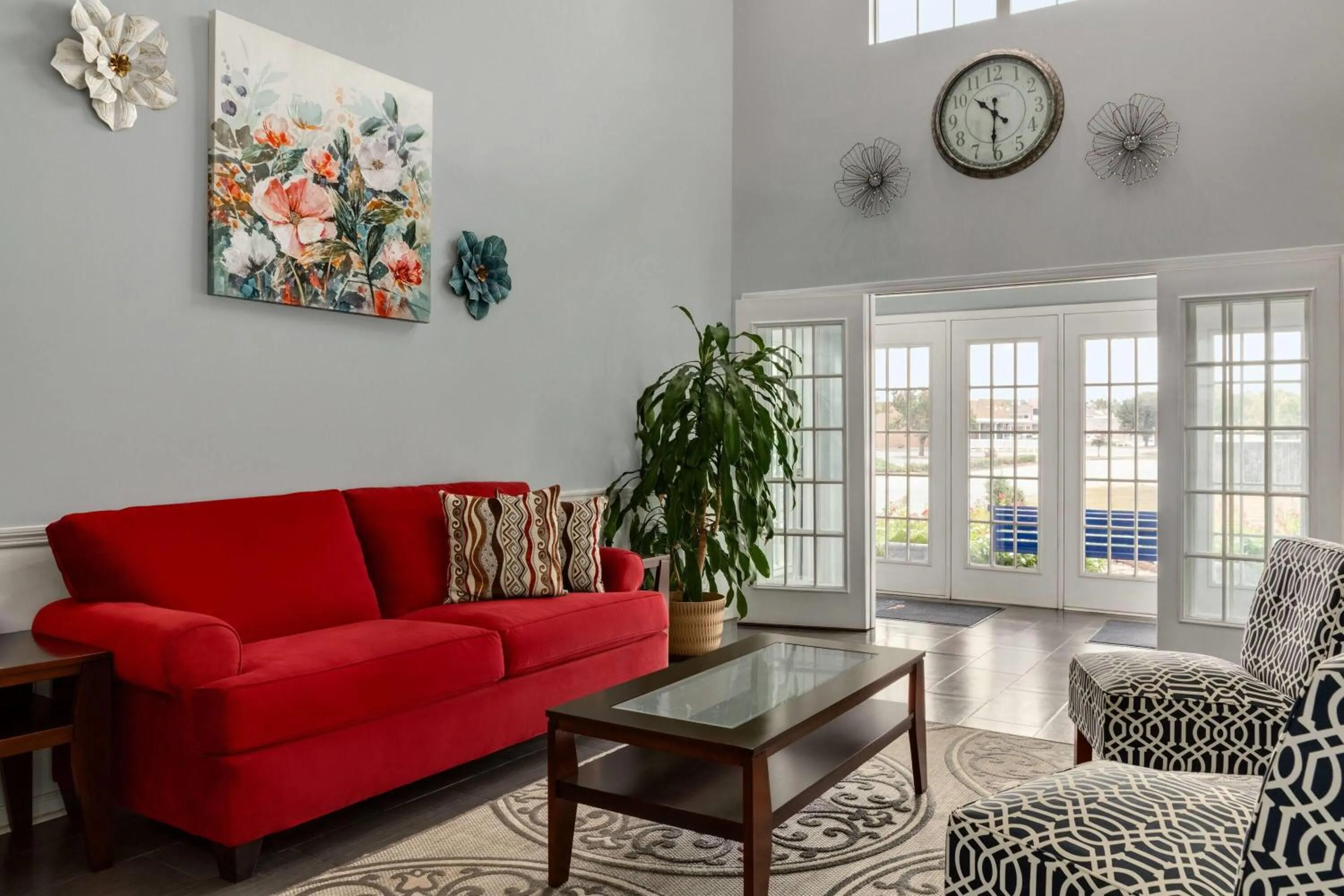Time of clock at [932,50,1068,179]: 10:31
